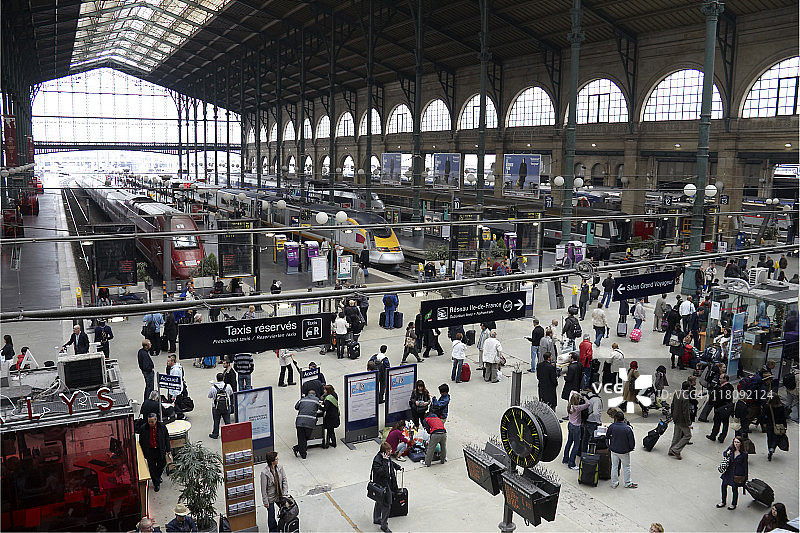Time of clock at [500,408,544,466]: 11:55
